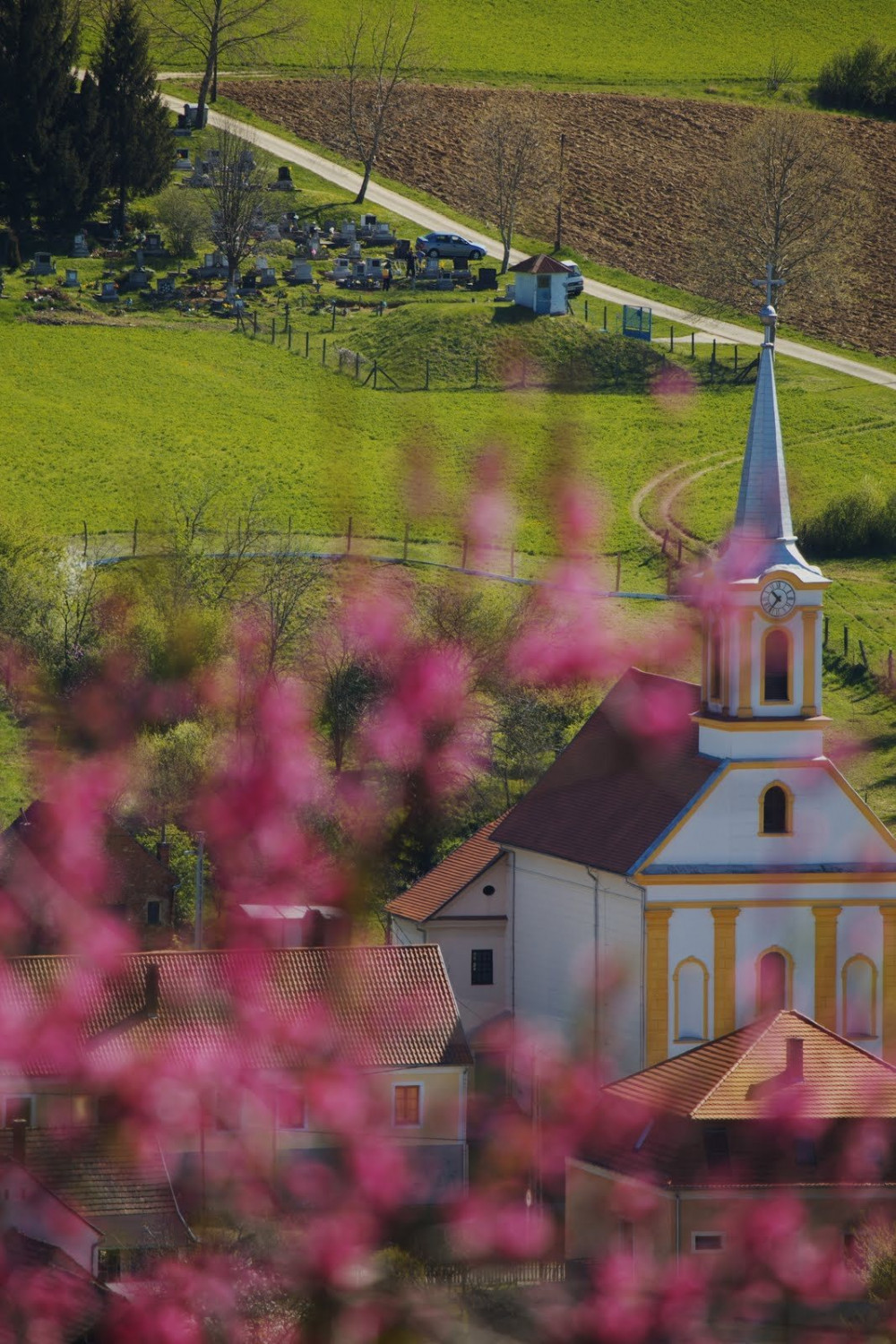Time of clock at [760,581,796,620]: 10:36
